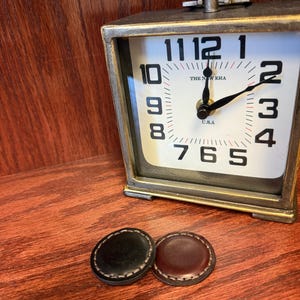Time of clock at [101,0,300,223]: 12:10
